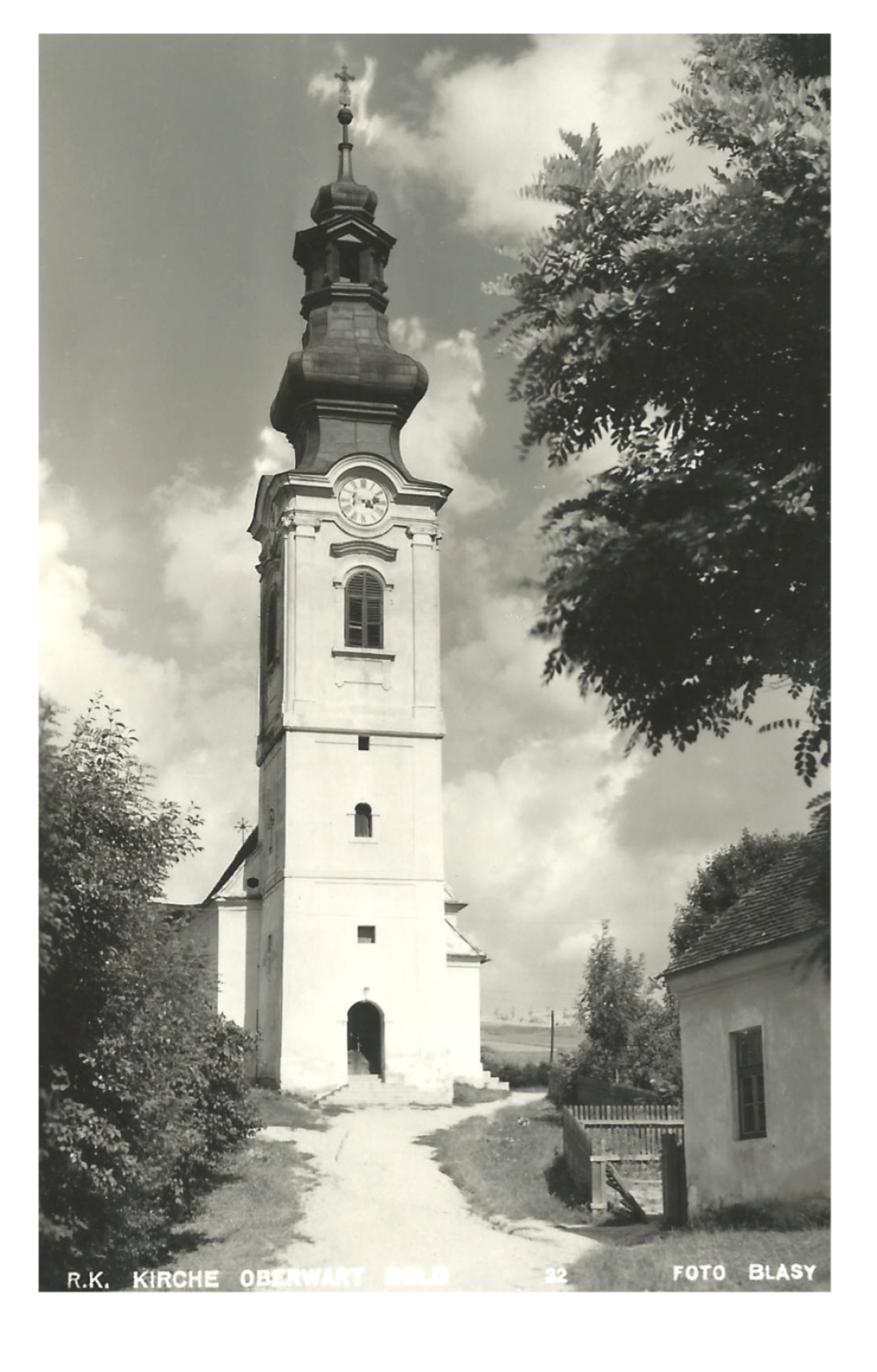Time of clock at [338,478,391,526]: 4:12
